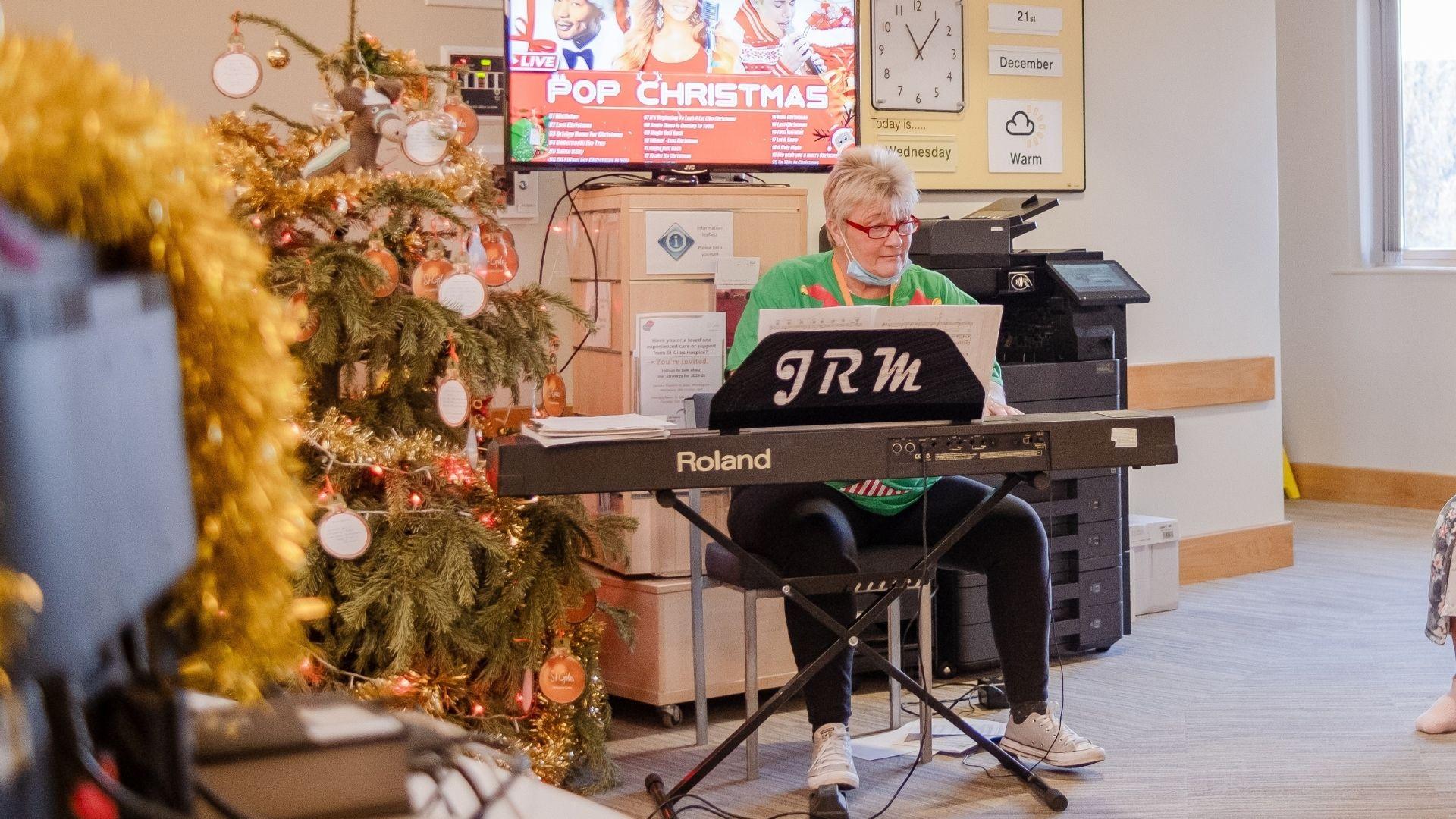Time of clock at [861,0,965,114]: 11:06
